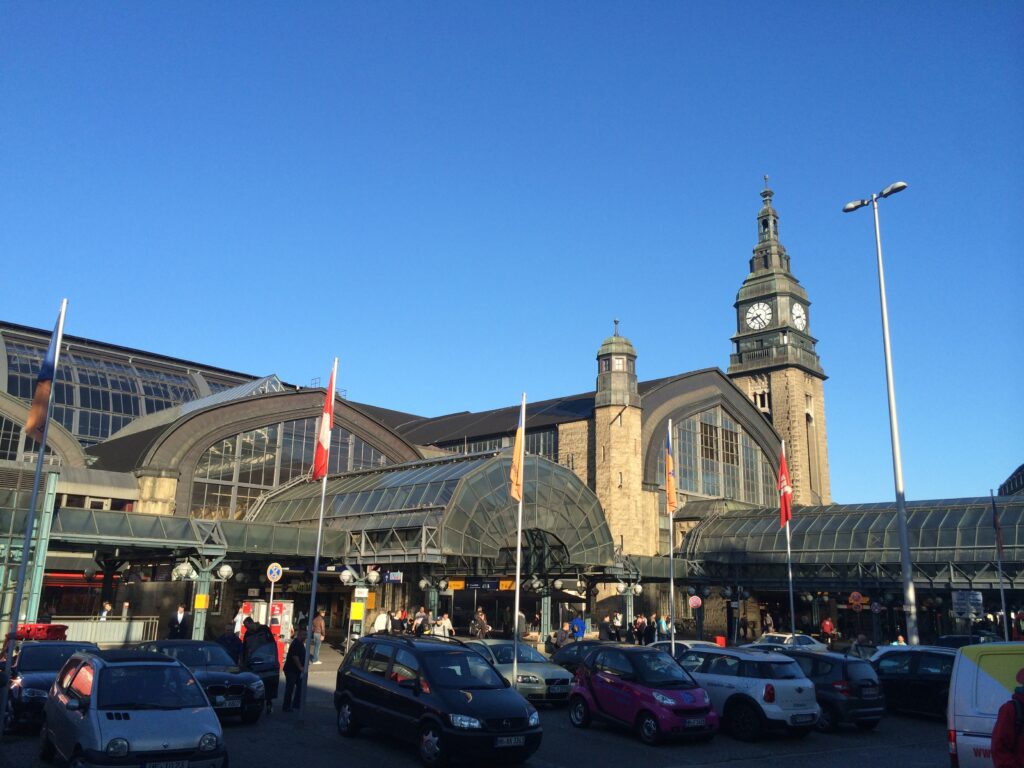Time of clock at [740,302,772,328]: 8:24
